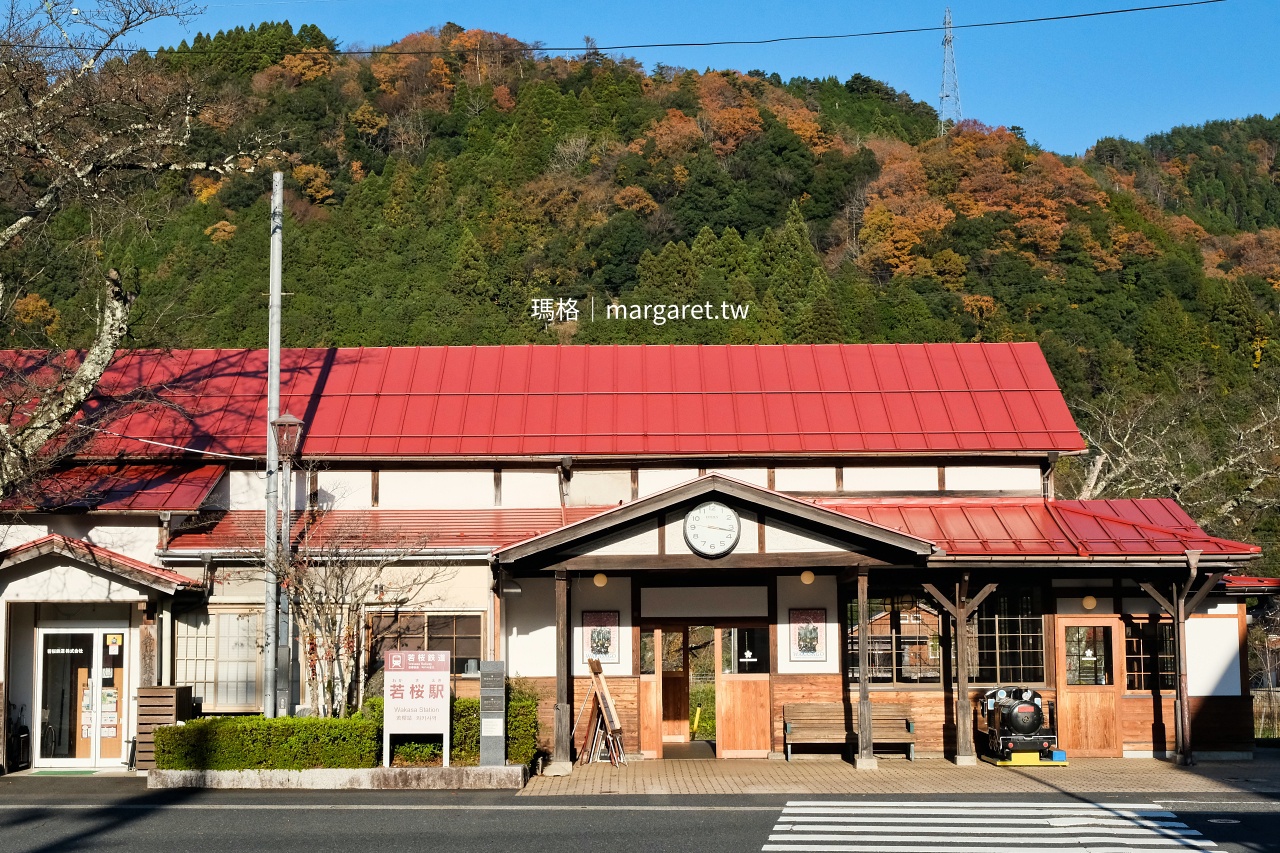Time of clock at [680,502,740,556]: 3:16
